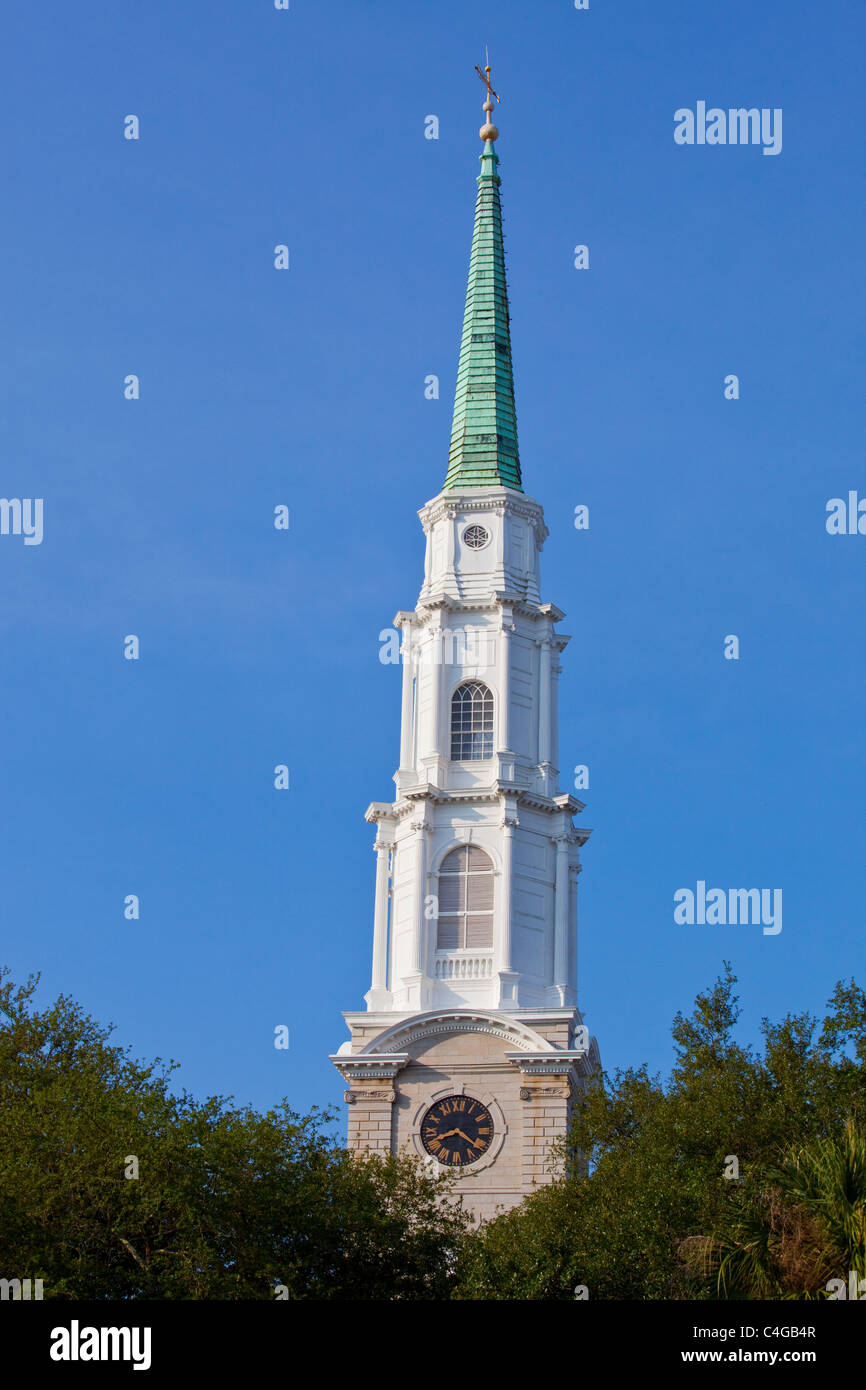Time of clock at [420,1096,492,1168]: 8:21
